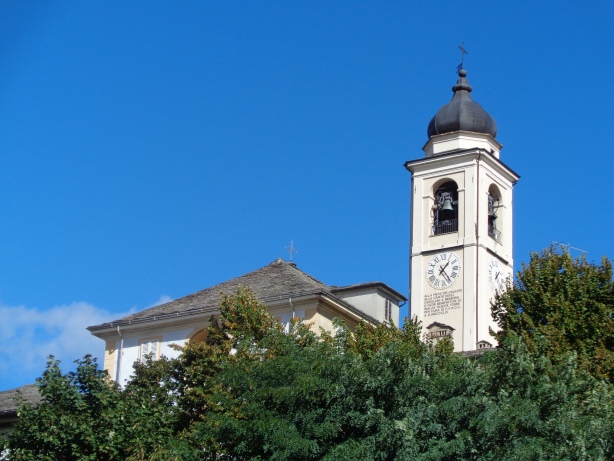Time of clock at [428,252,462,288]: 1:24
